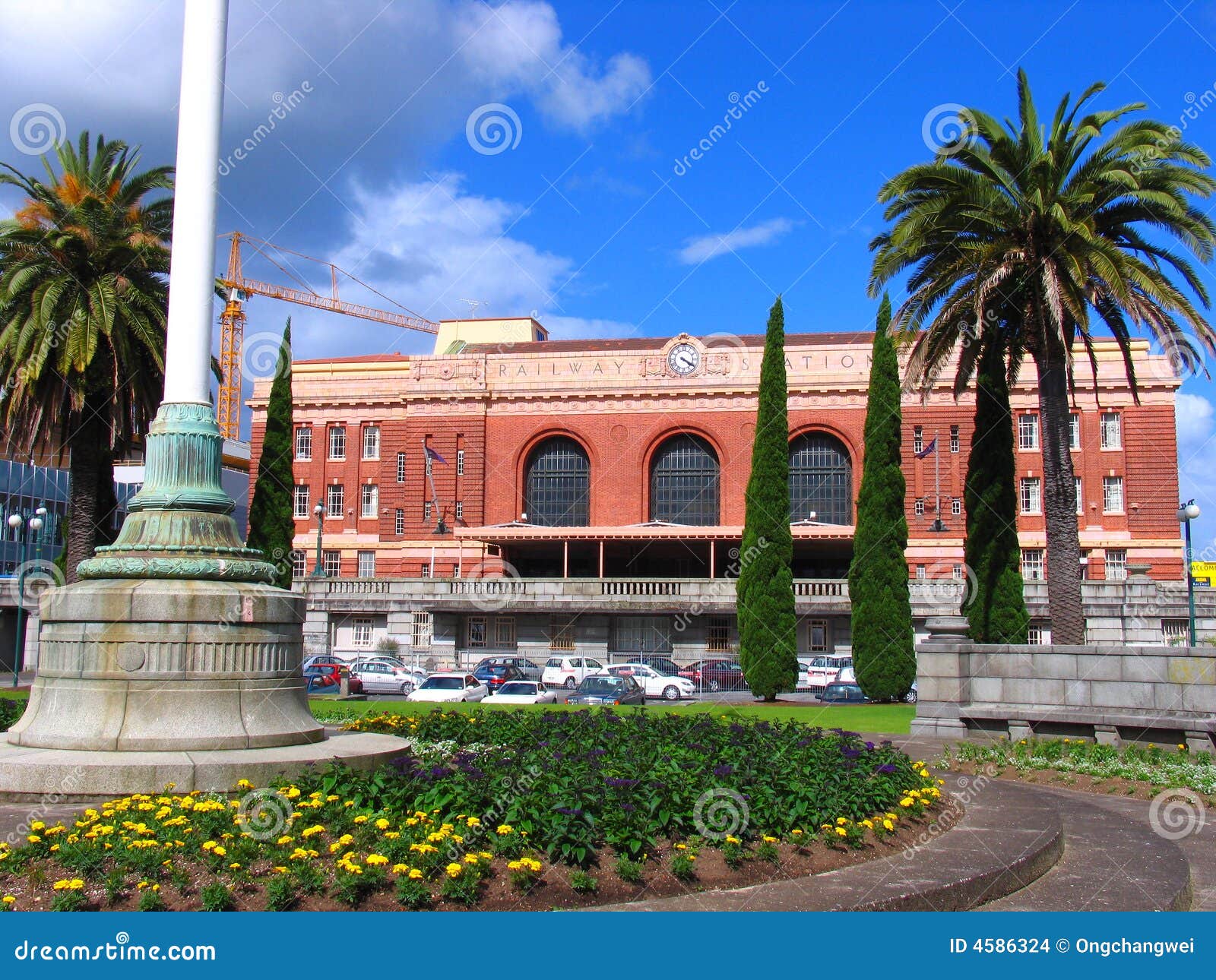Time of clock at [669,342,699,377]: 4:20
